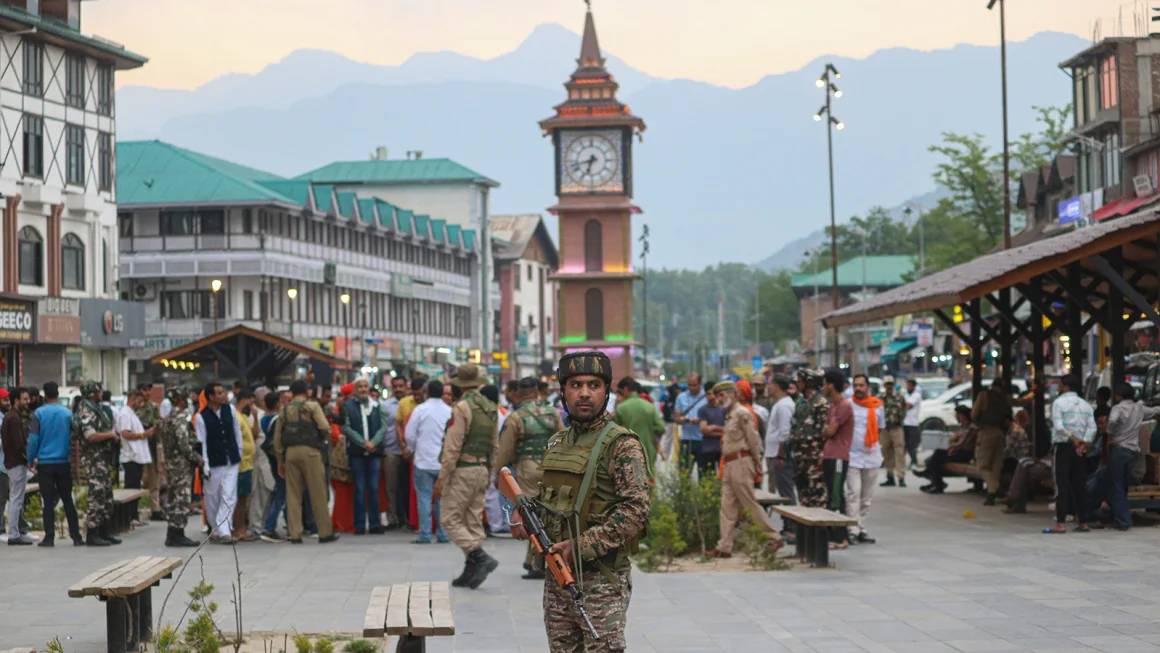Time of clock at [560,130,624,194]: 6:42
